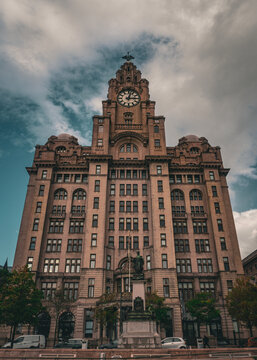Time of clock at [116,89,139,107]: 3:02
